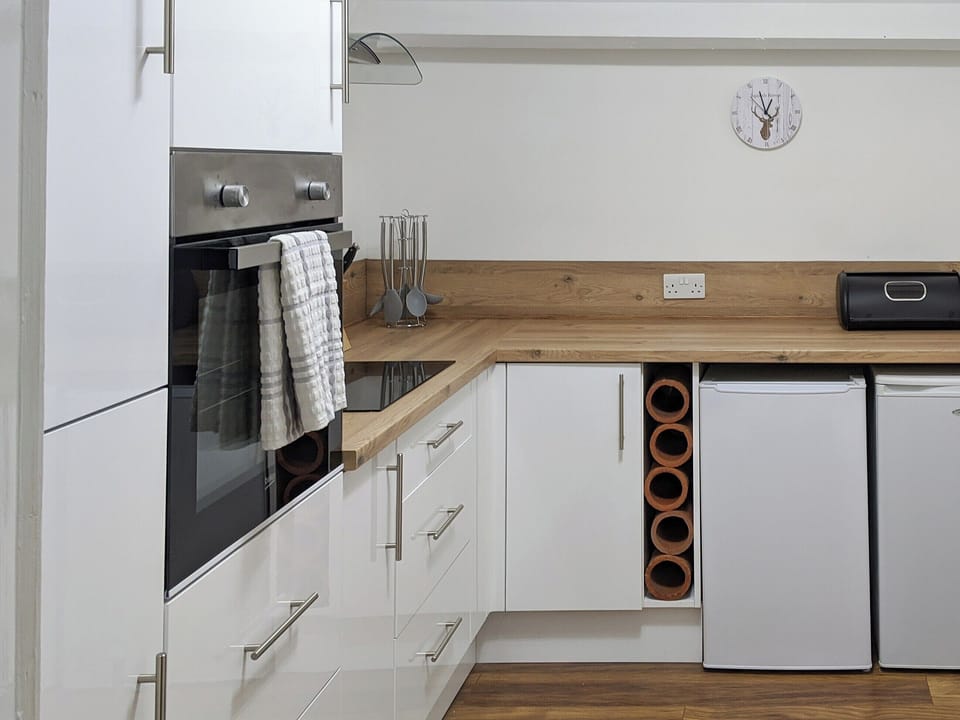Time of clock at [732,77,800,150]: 12:57
